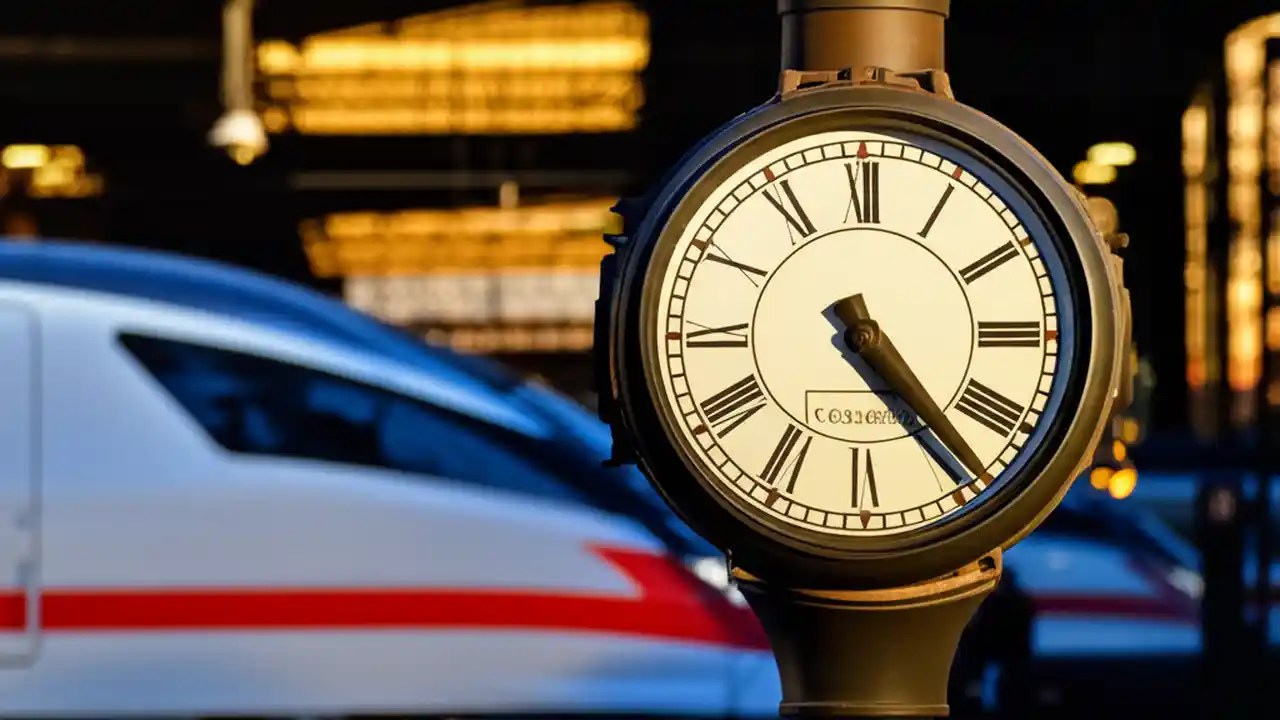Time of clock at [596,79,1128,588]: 4:23
